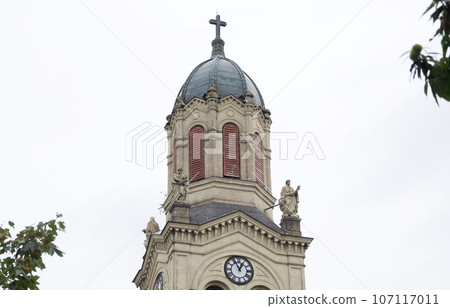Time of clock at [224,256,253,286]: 12:55
